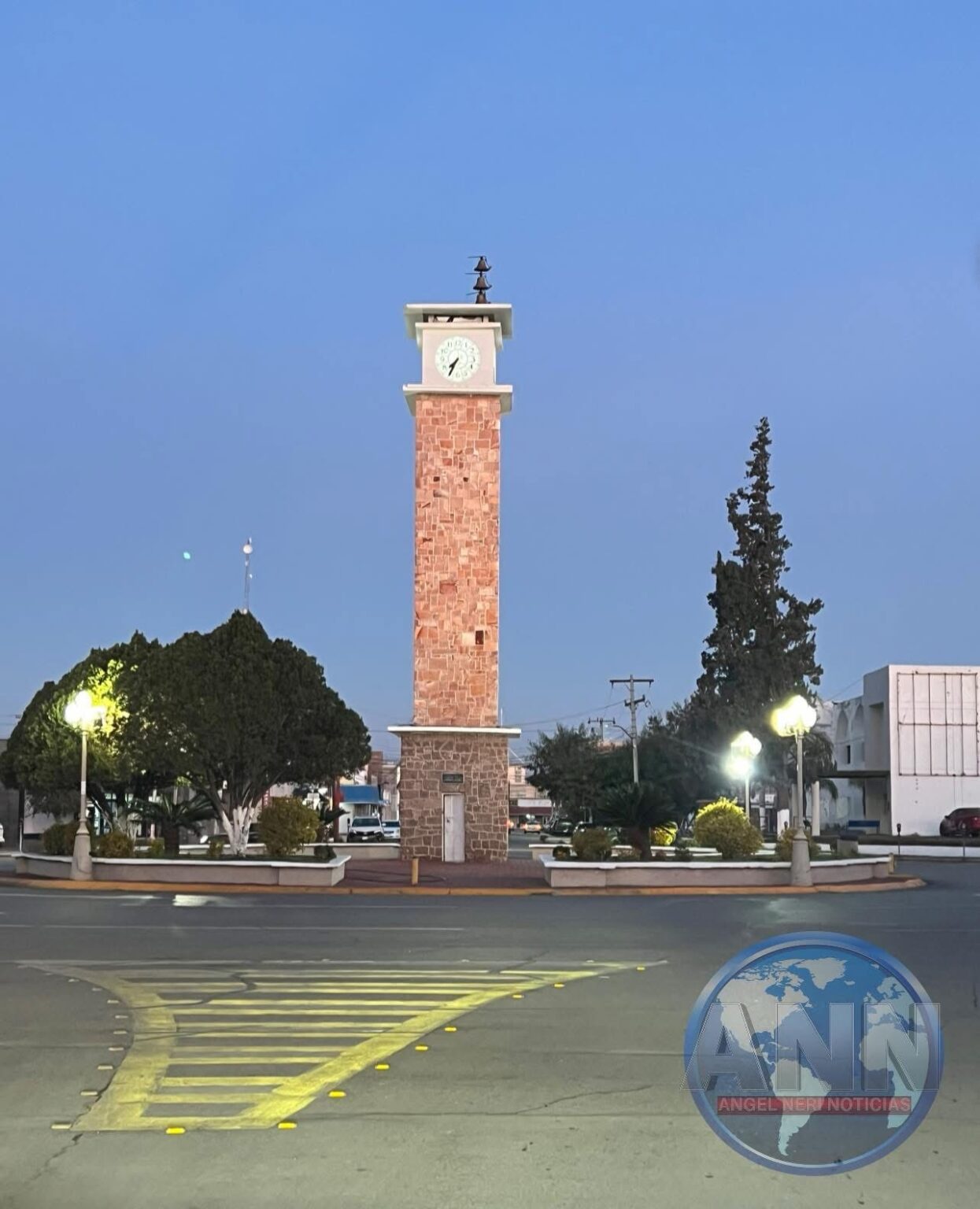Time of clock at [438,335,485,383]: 7:35
